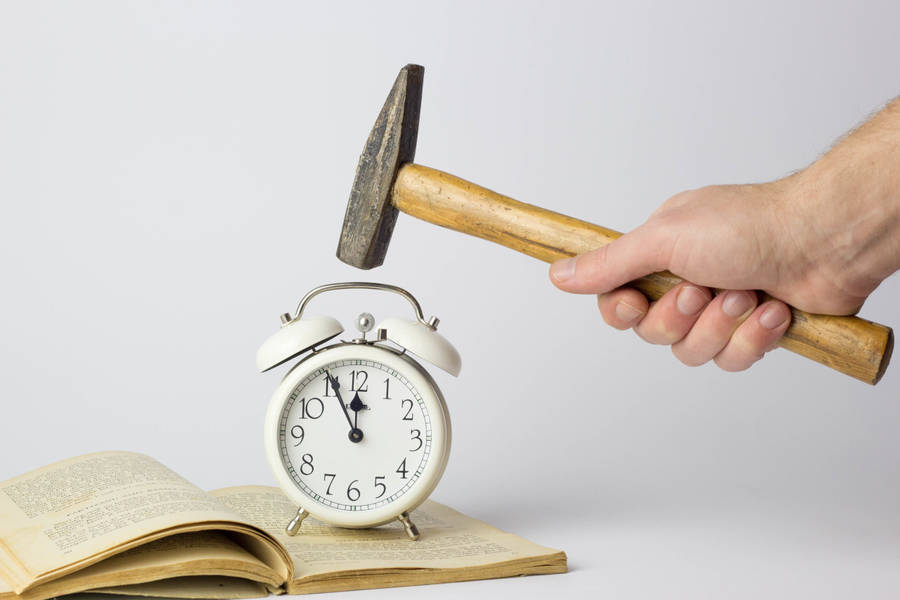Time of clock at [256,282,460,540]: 11:55
